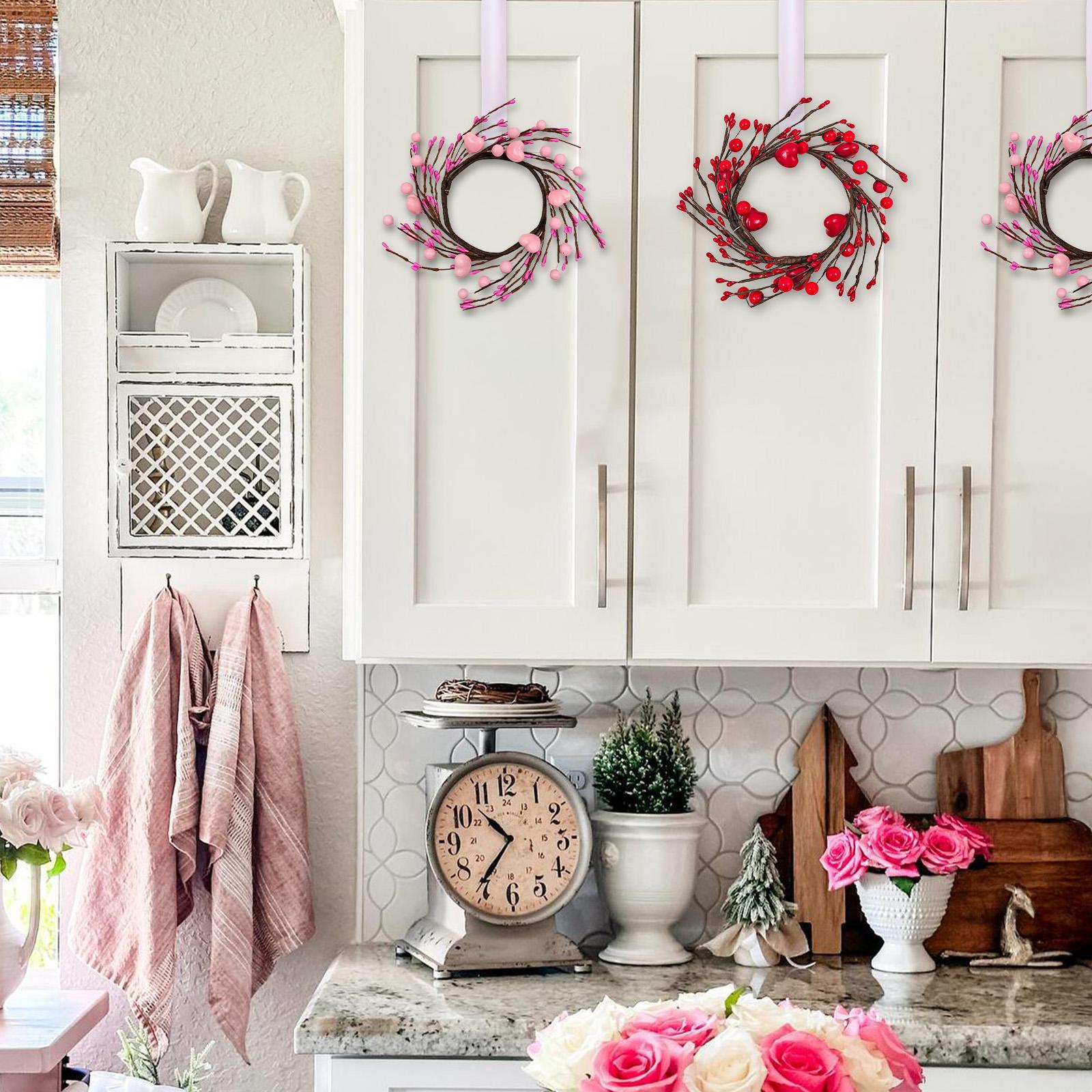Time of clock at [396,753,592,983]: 10:36
